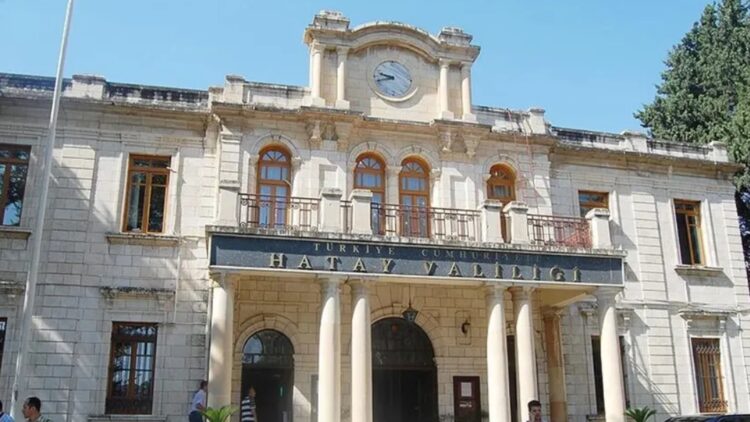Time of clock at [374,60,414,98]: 9:42
